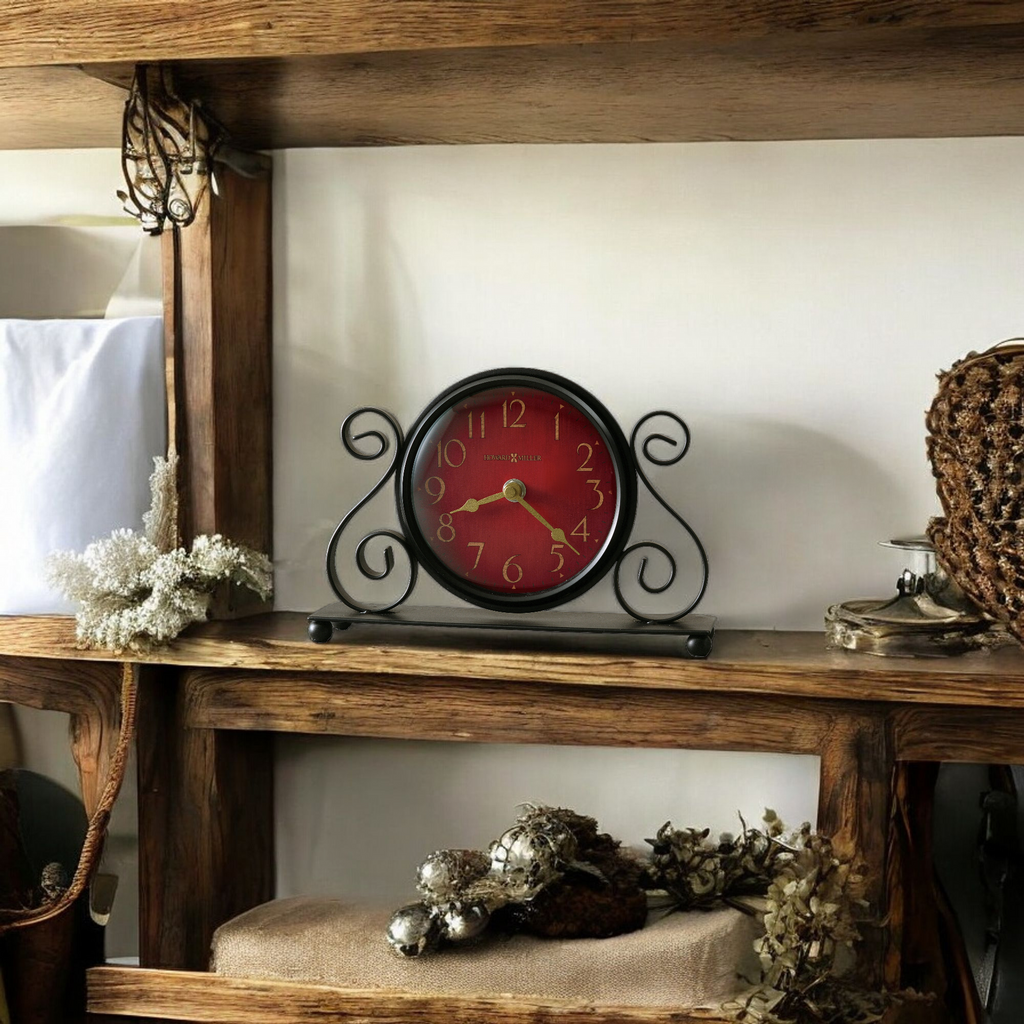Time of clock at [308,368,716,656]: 8:22
